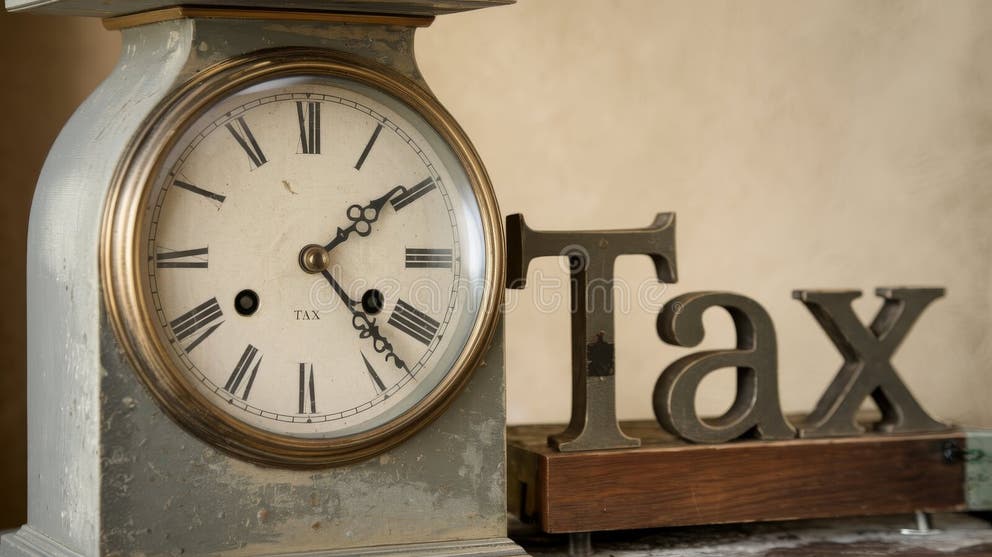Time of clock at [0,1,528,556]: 1:22
